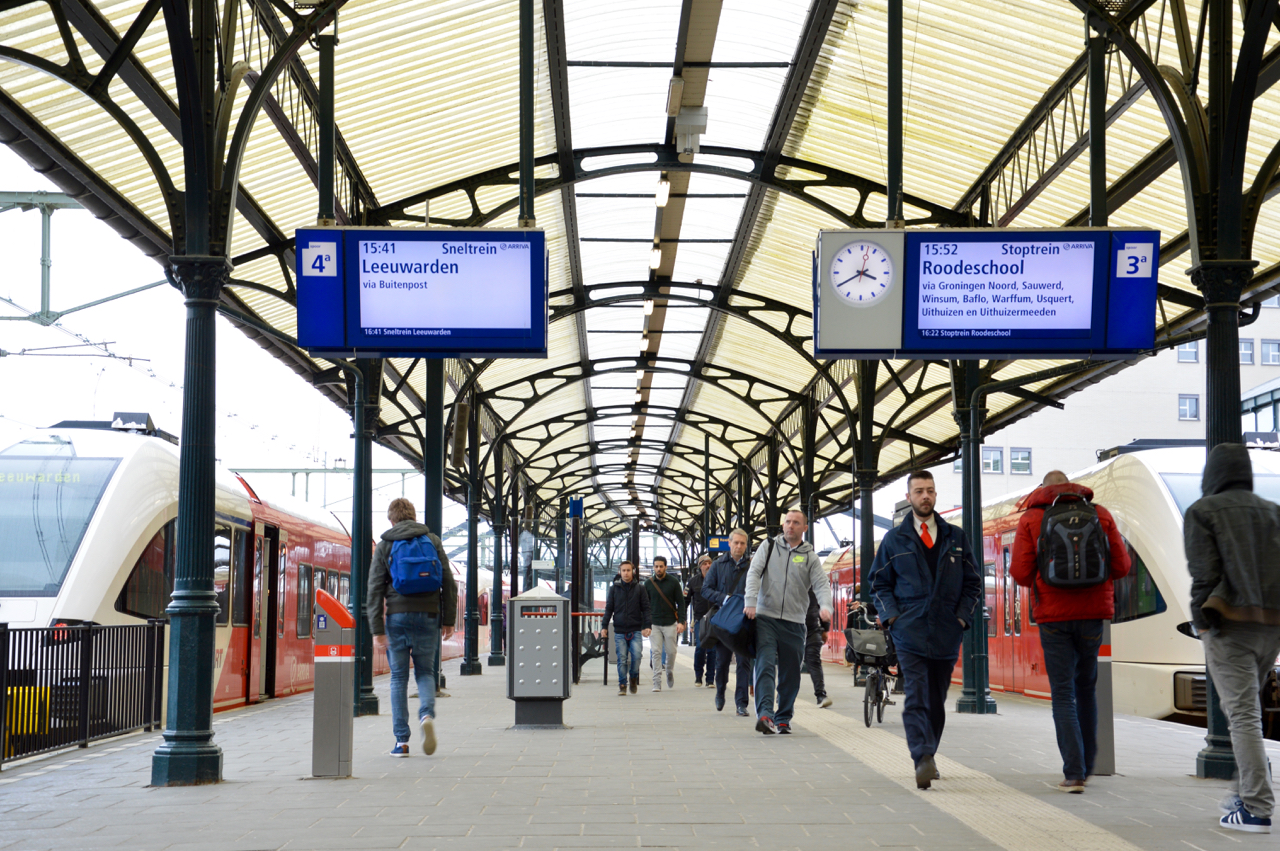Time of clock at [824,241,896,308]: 3:40
